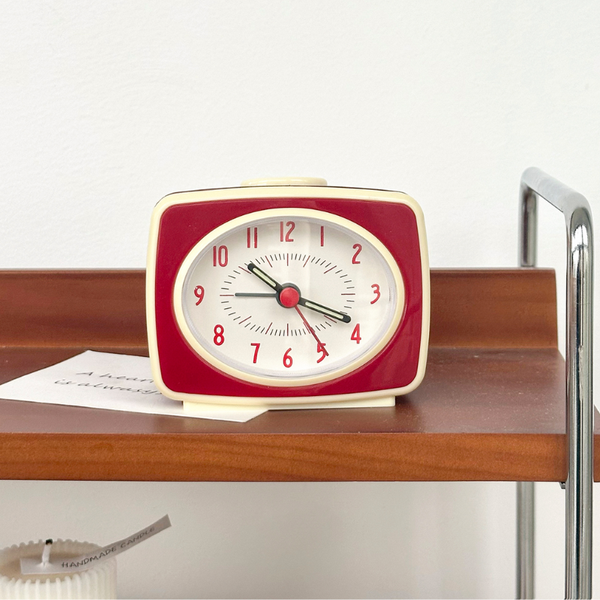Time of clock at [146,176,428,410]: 10:18
